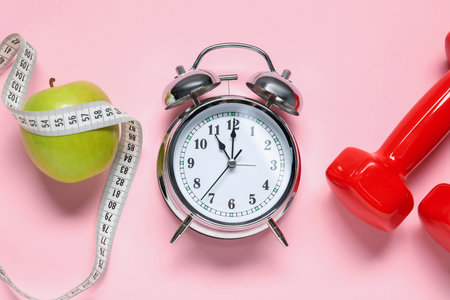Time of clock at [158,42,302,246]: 11:00
